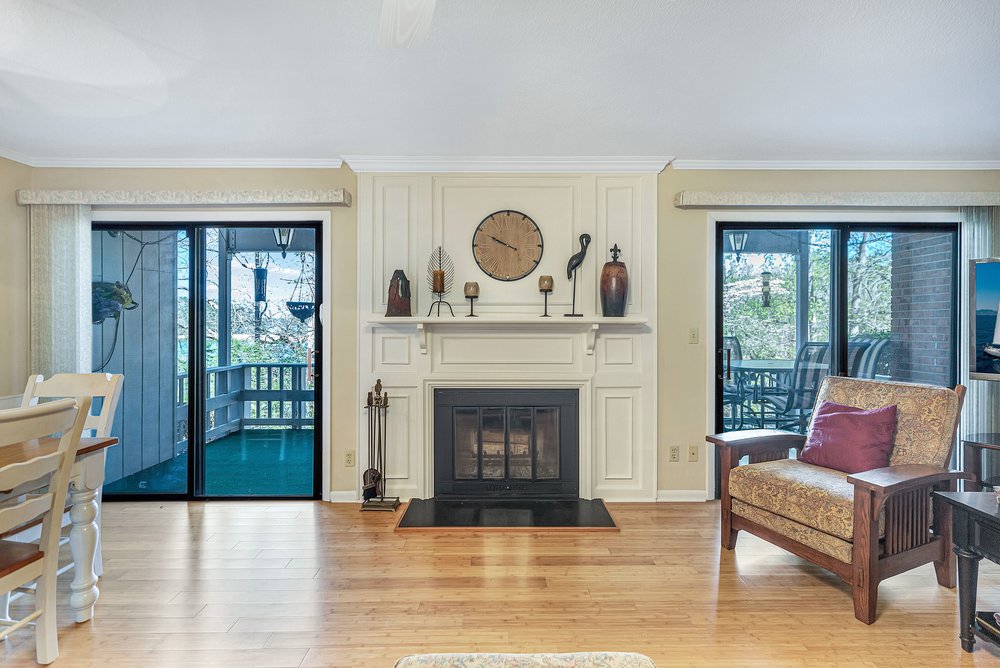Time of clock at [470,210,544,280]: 9:49
